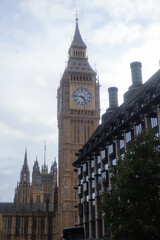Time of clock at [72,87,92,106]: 4:46
